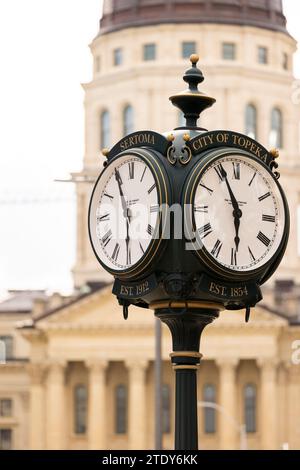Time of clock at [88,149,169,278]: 5:55
